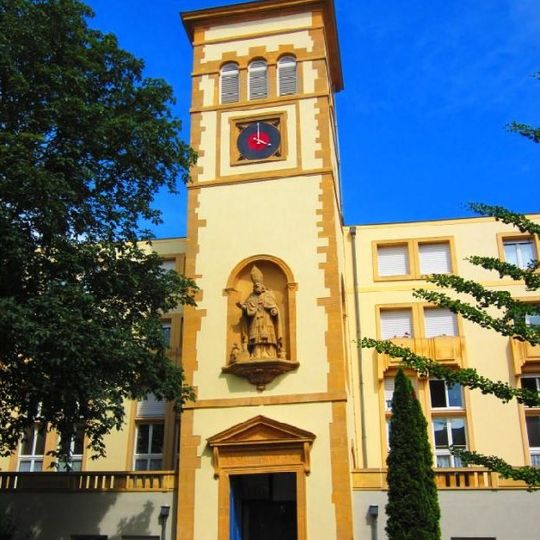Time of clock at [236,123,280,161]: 4:00
